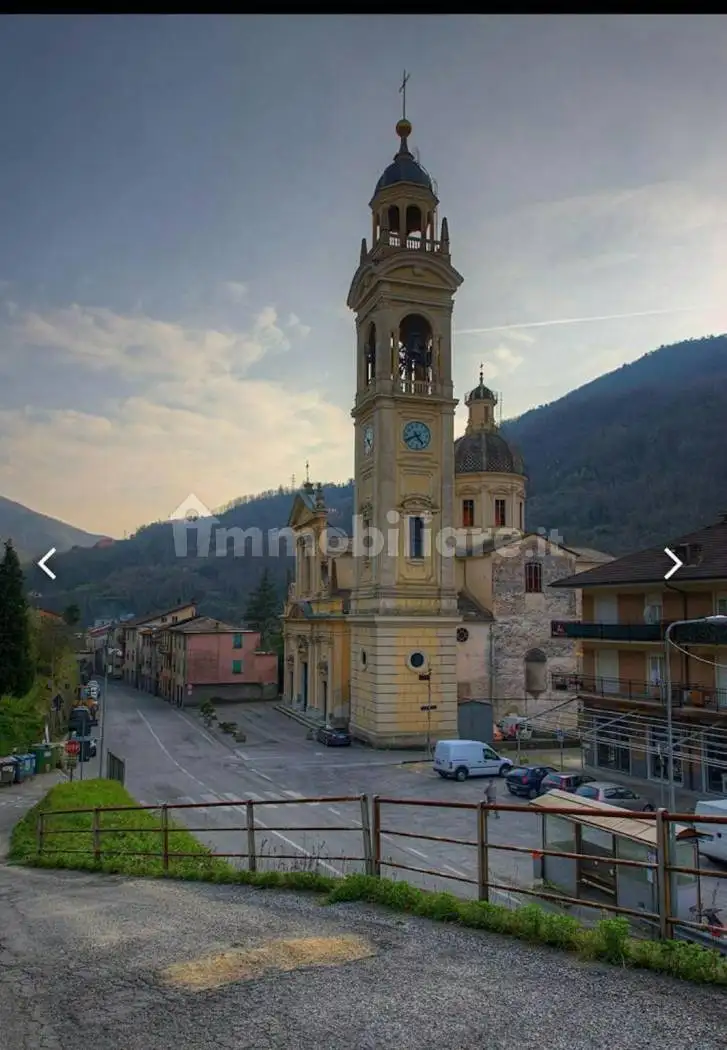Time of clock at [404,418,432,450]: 4:40
